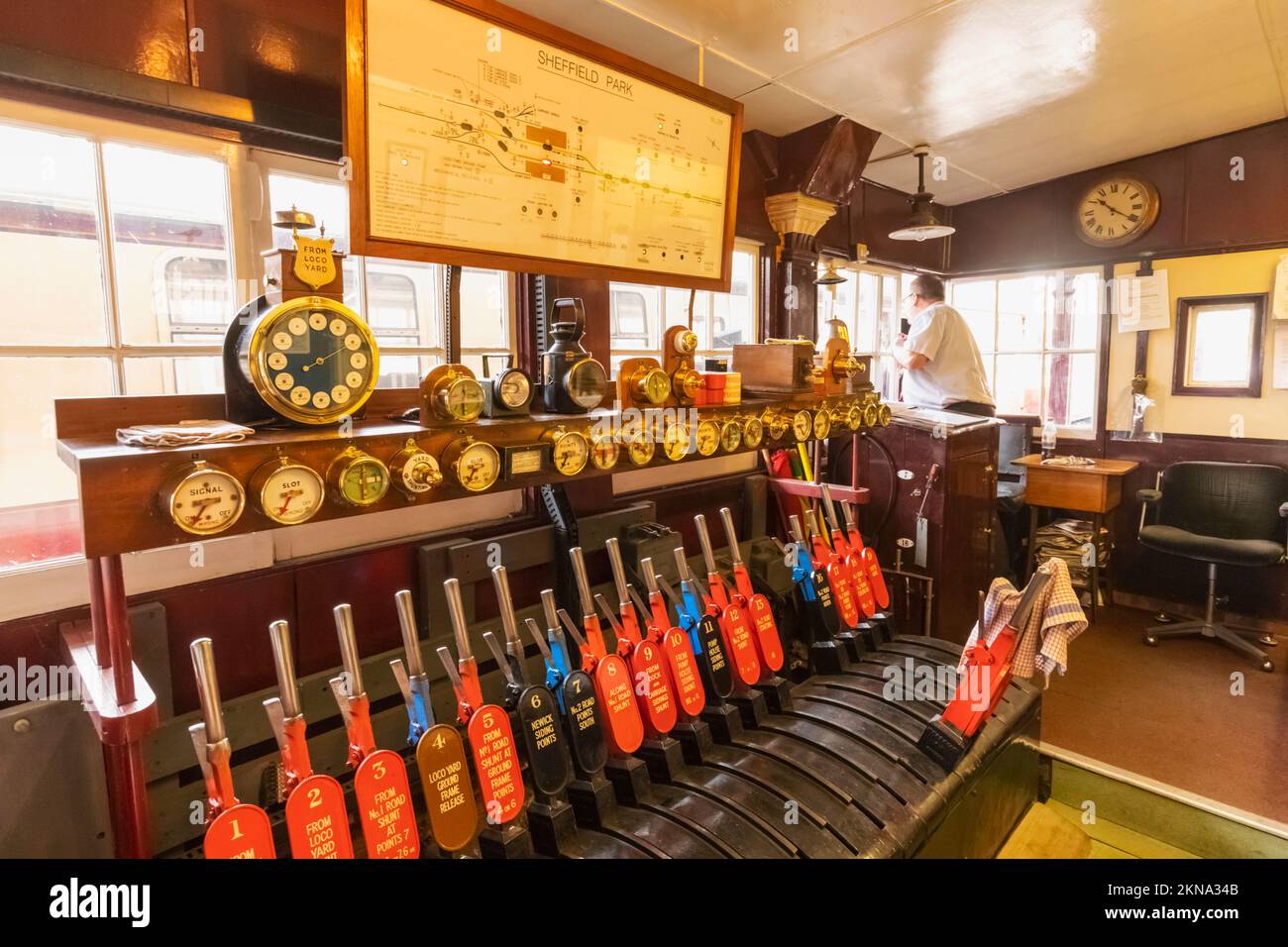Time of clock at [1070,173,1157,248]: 10:20
